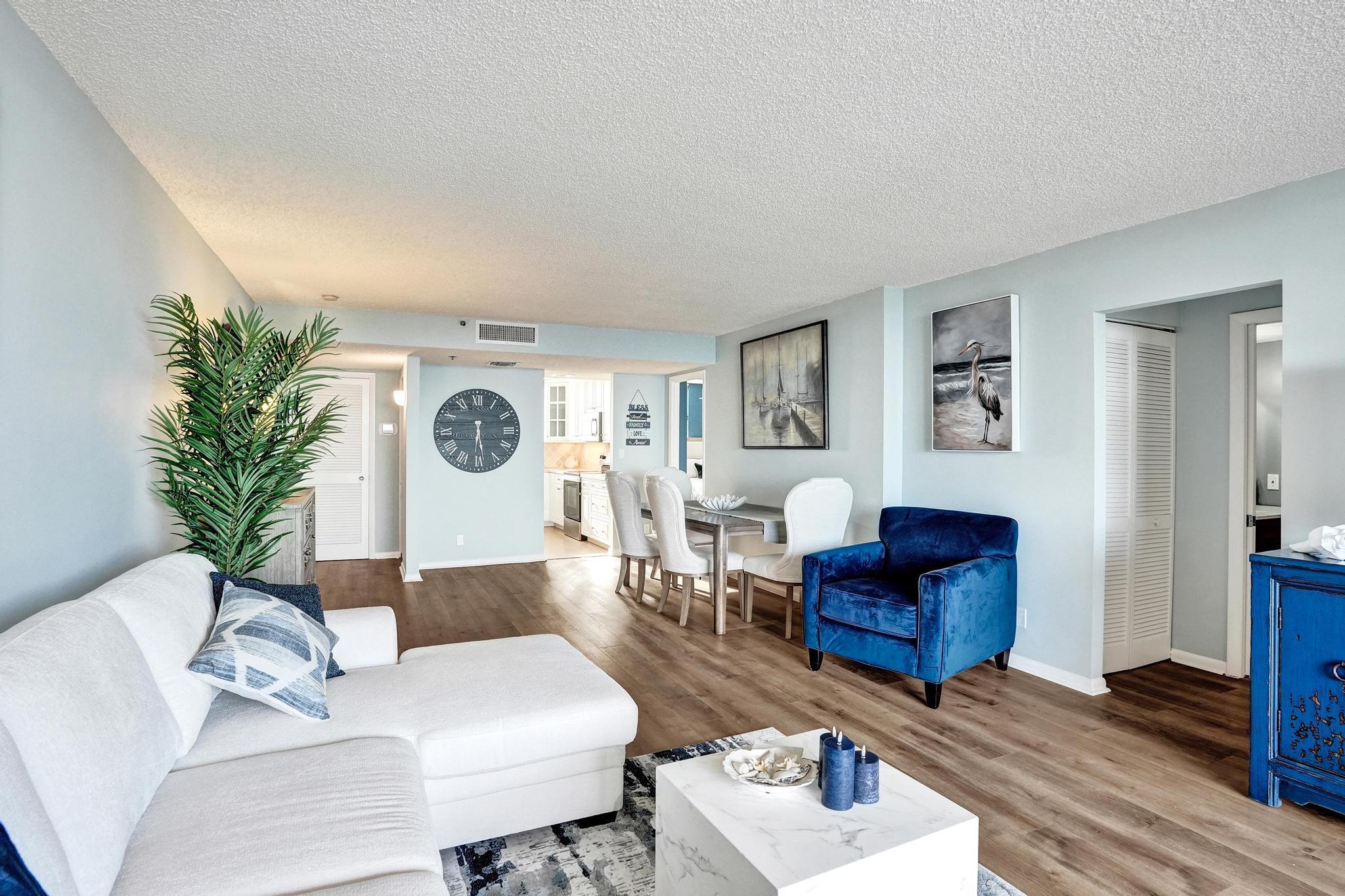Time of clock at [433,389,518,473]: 6:28
